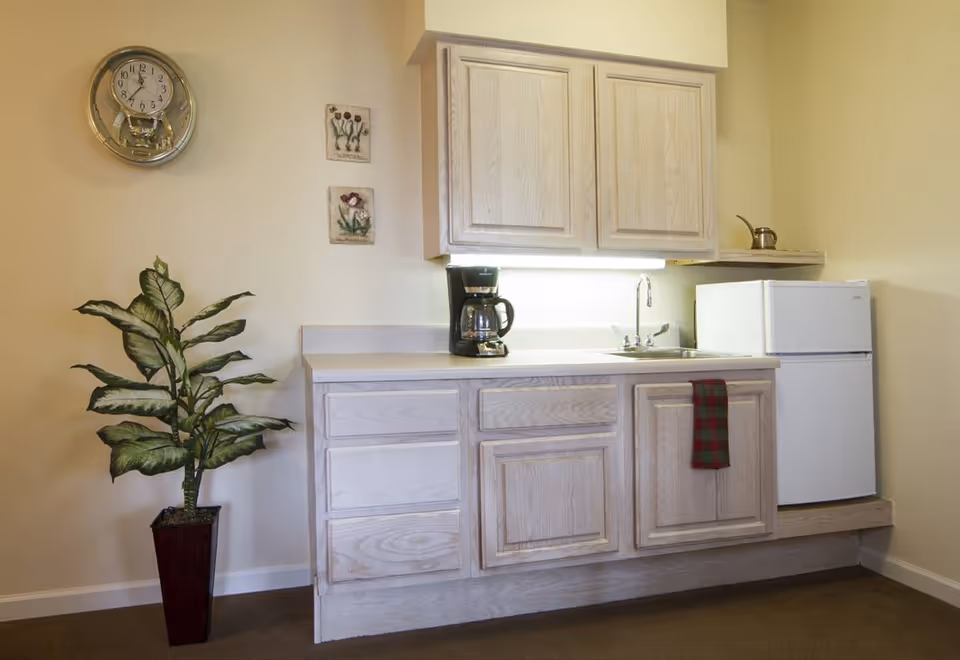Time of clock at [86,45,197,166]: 11:36
